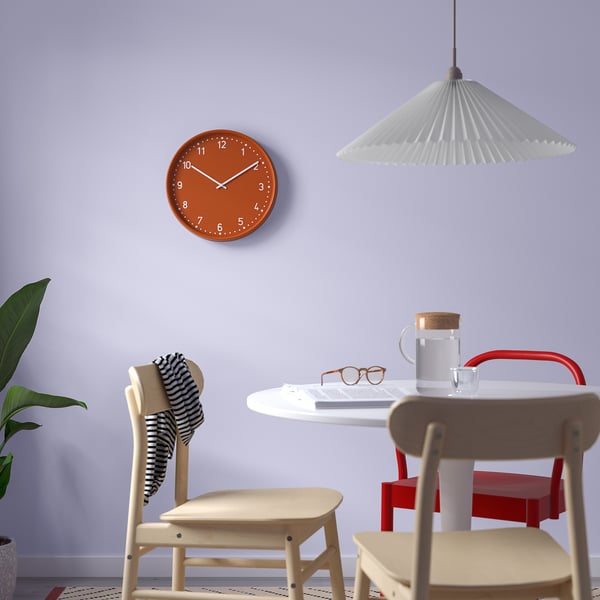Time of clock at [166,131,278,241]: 10:09
